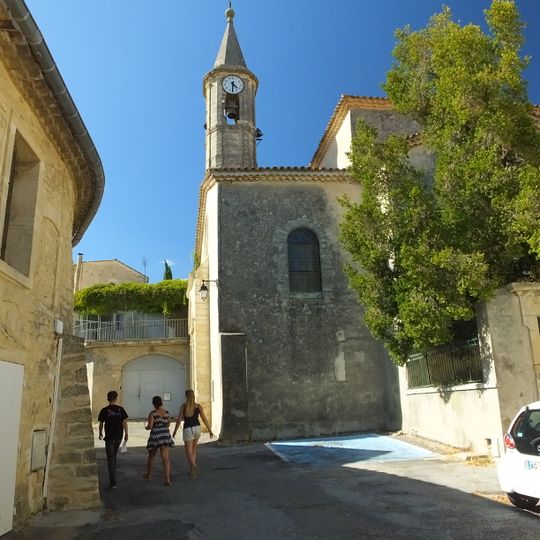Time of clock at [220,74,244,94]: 4:31
